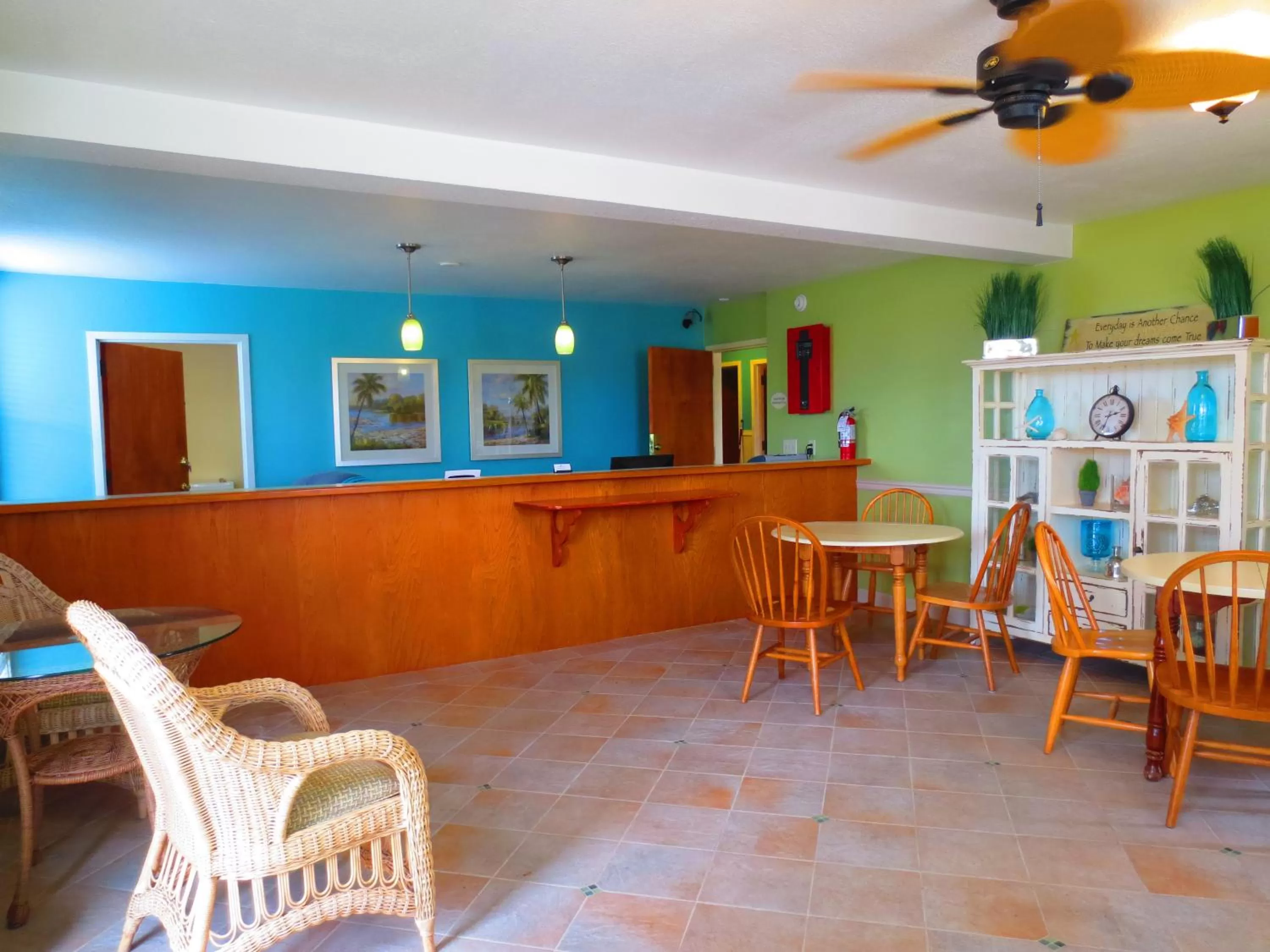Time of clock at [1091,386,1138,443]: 2:33
